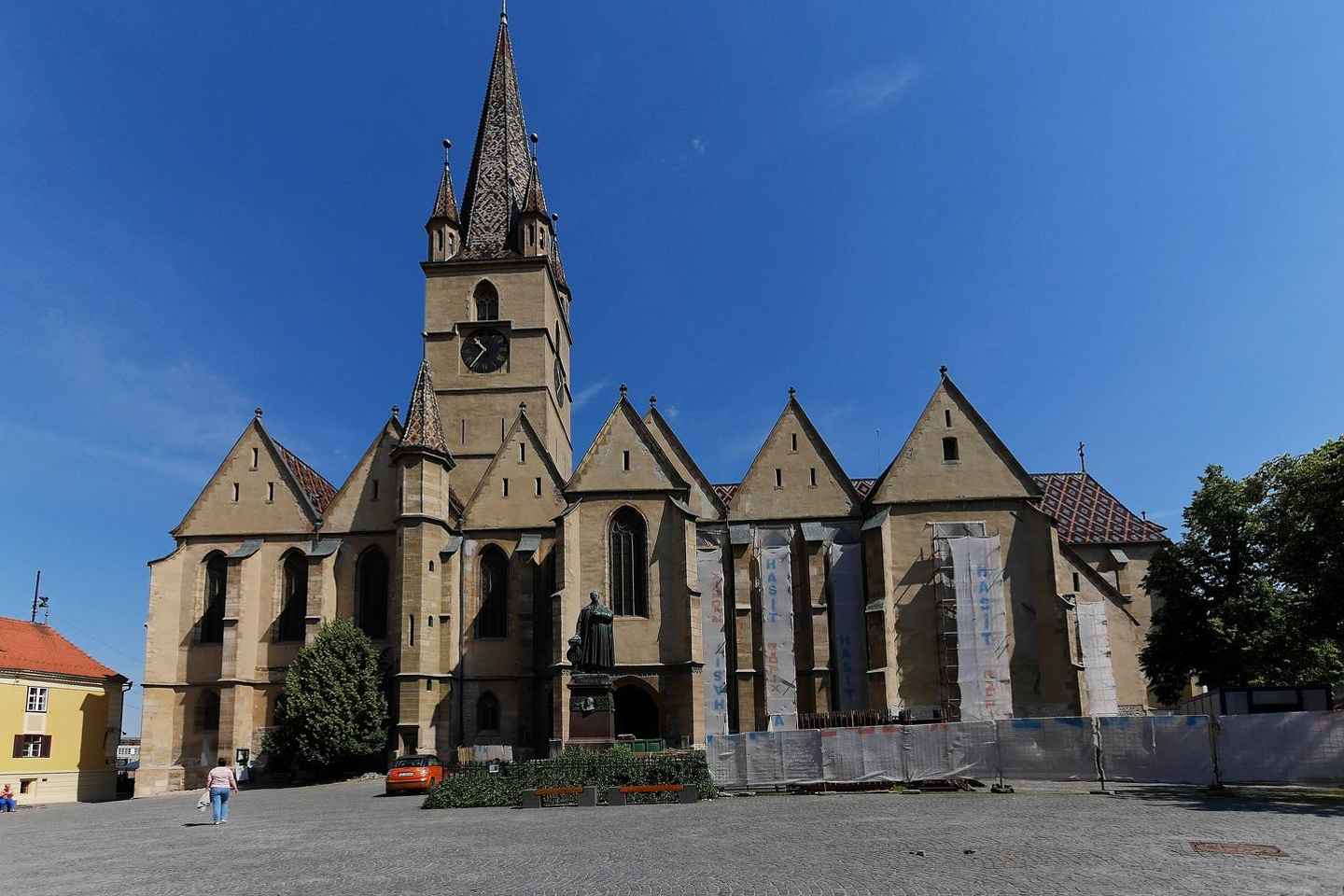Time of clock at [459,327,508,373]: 10:36
